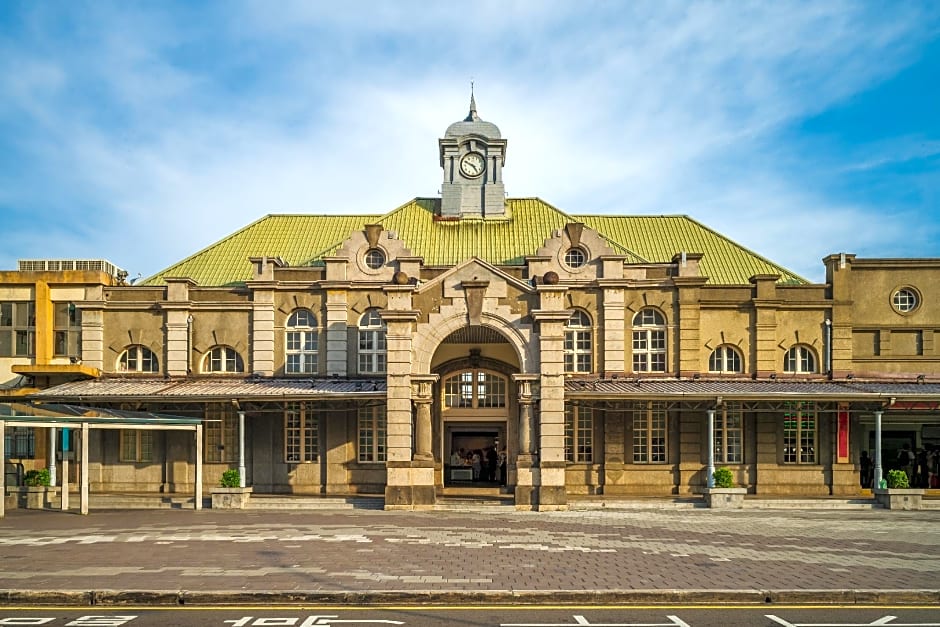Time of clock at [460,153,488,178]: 4:49
